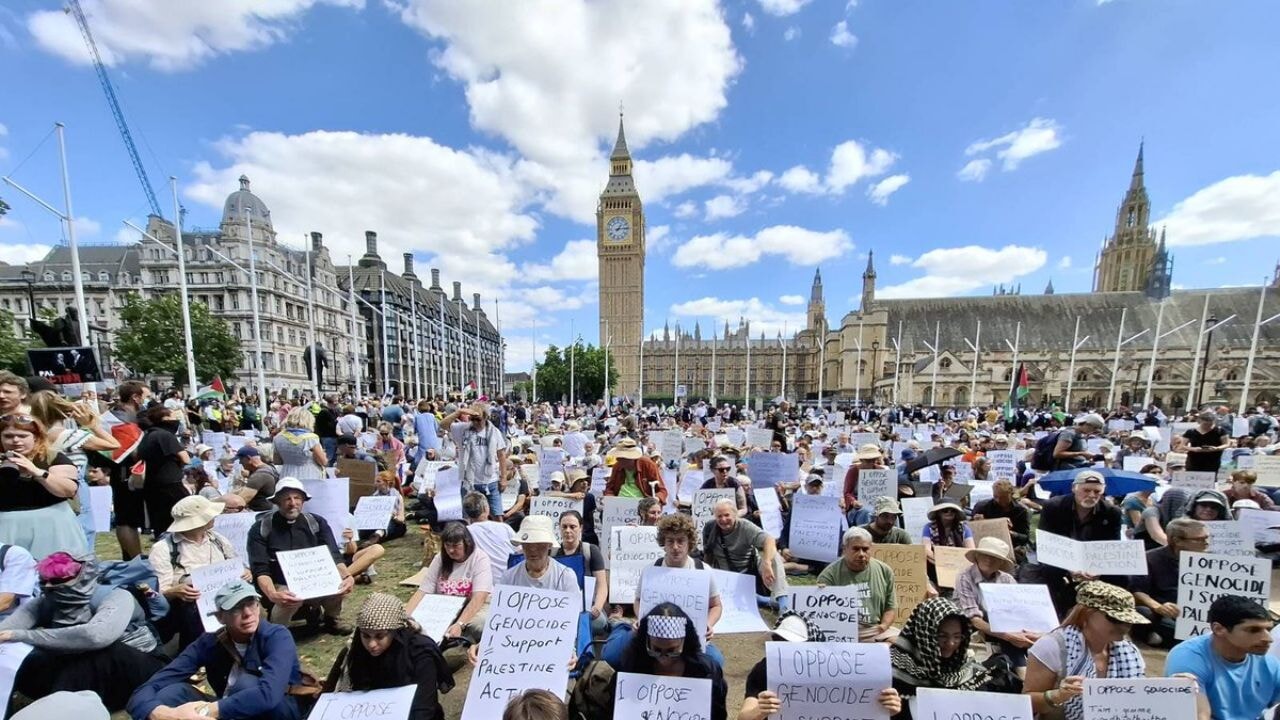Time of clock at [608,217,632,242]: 1:13
